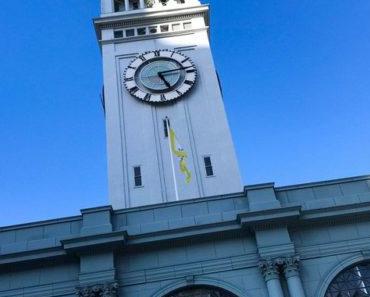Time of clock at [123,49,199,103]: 5:13
